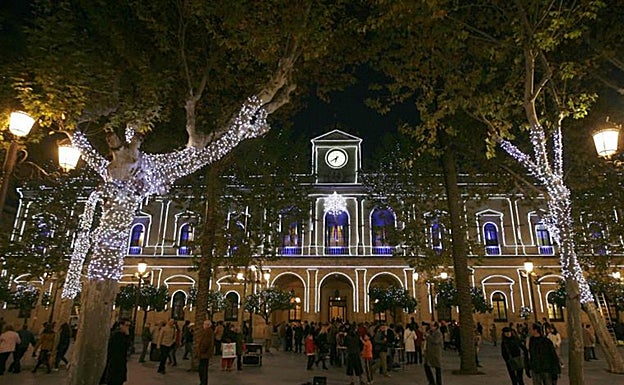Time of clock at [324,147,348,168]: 6:40
